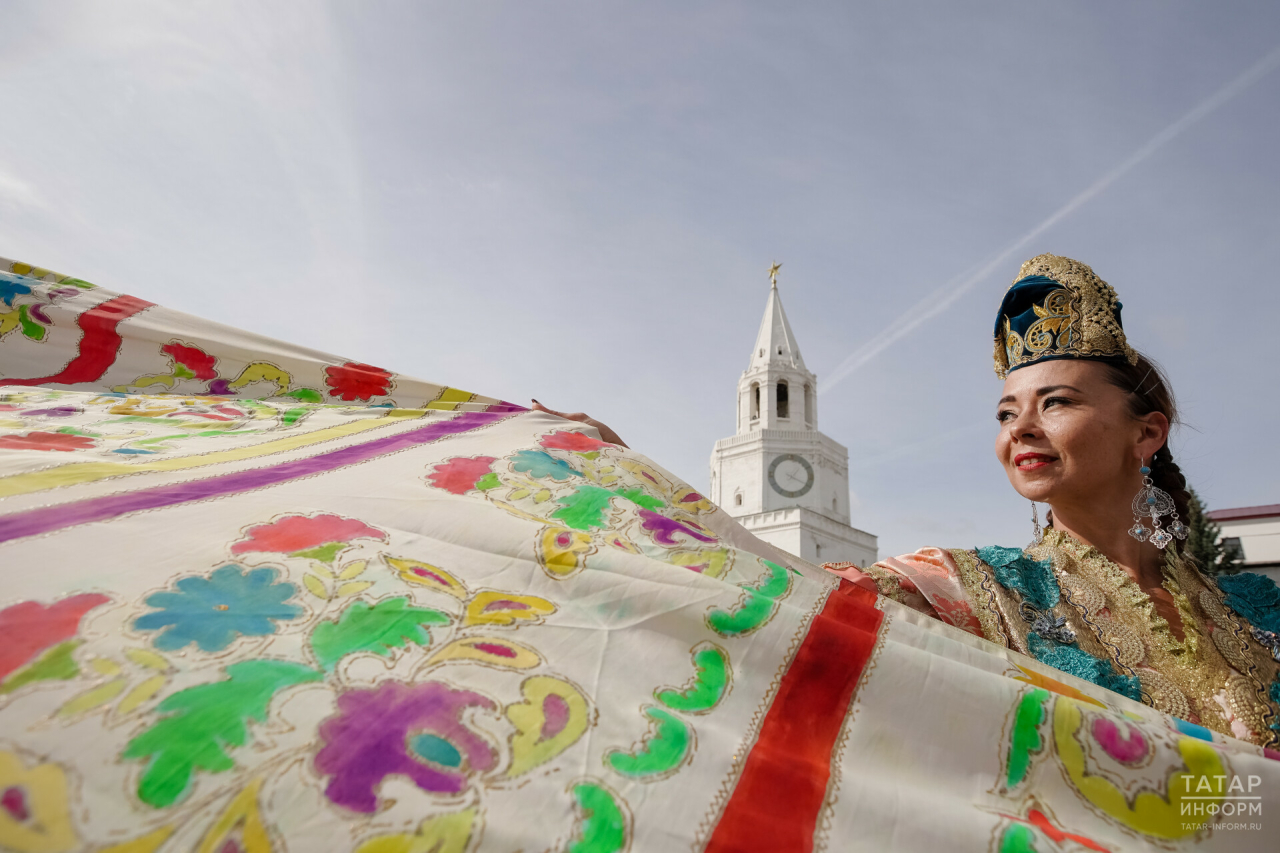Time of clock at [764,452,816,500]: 1:18
